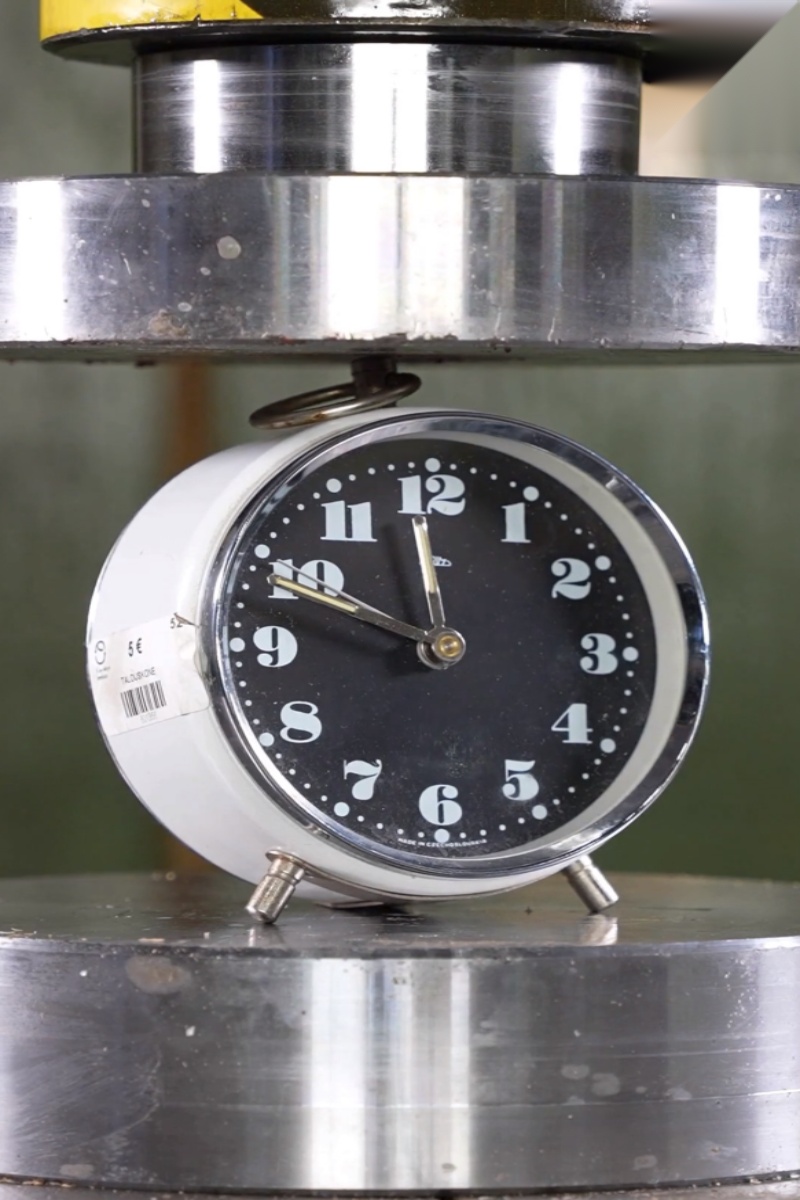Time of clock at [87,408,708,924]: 11:48
